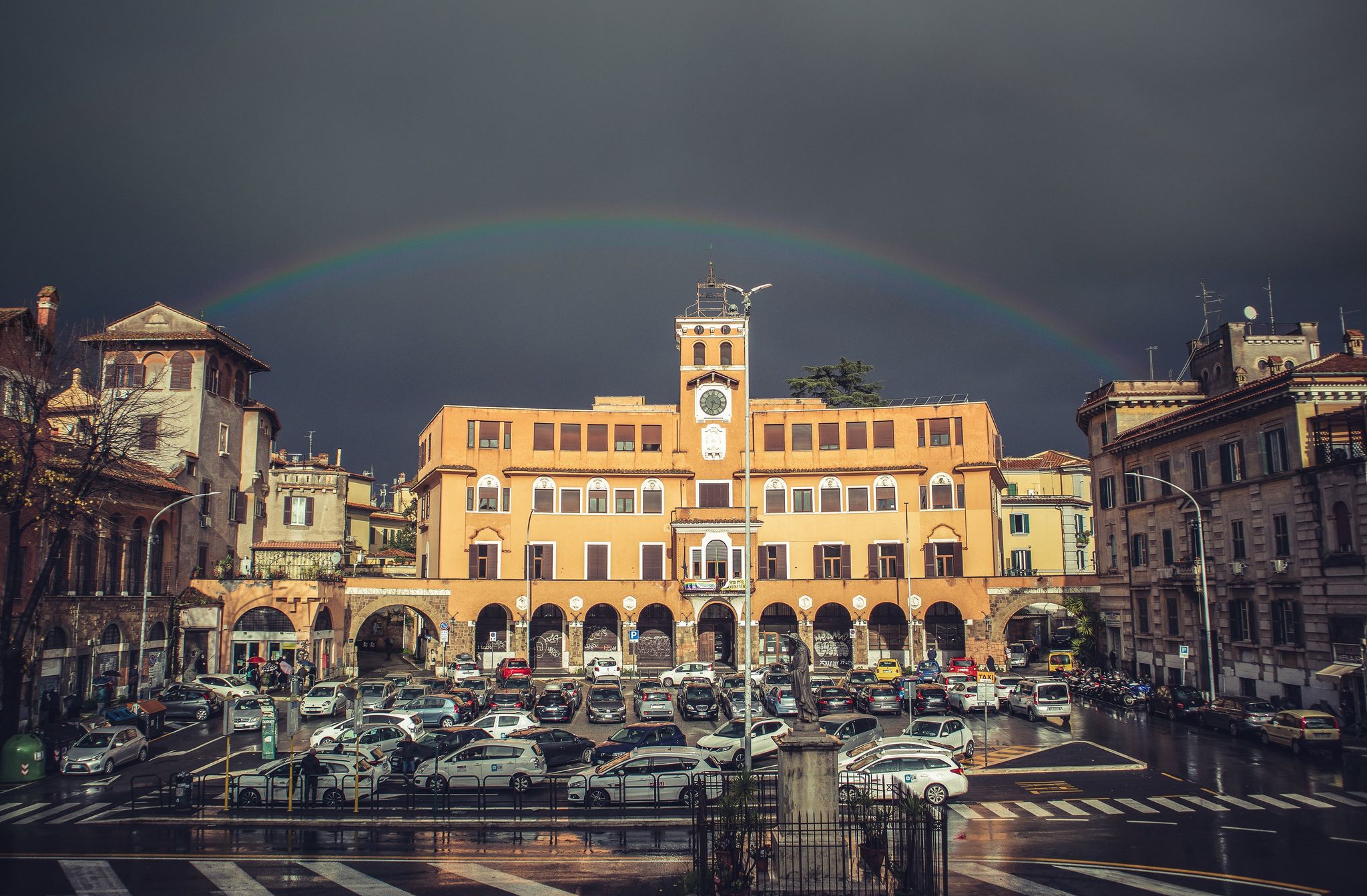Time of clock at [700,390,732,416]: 3:32
